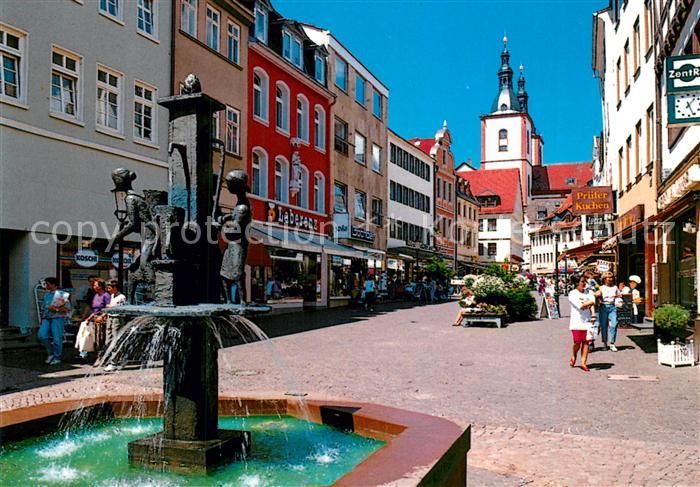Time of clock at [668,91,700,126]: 1:26
